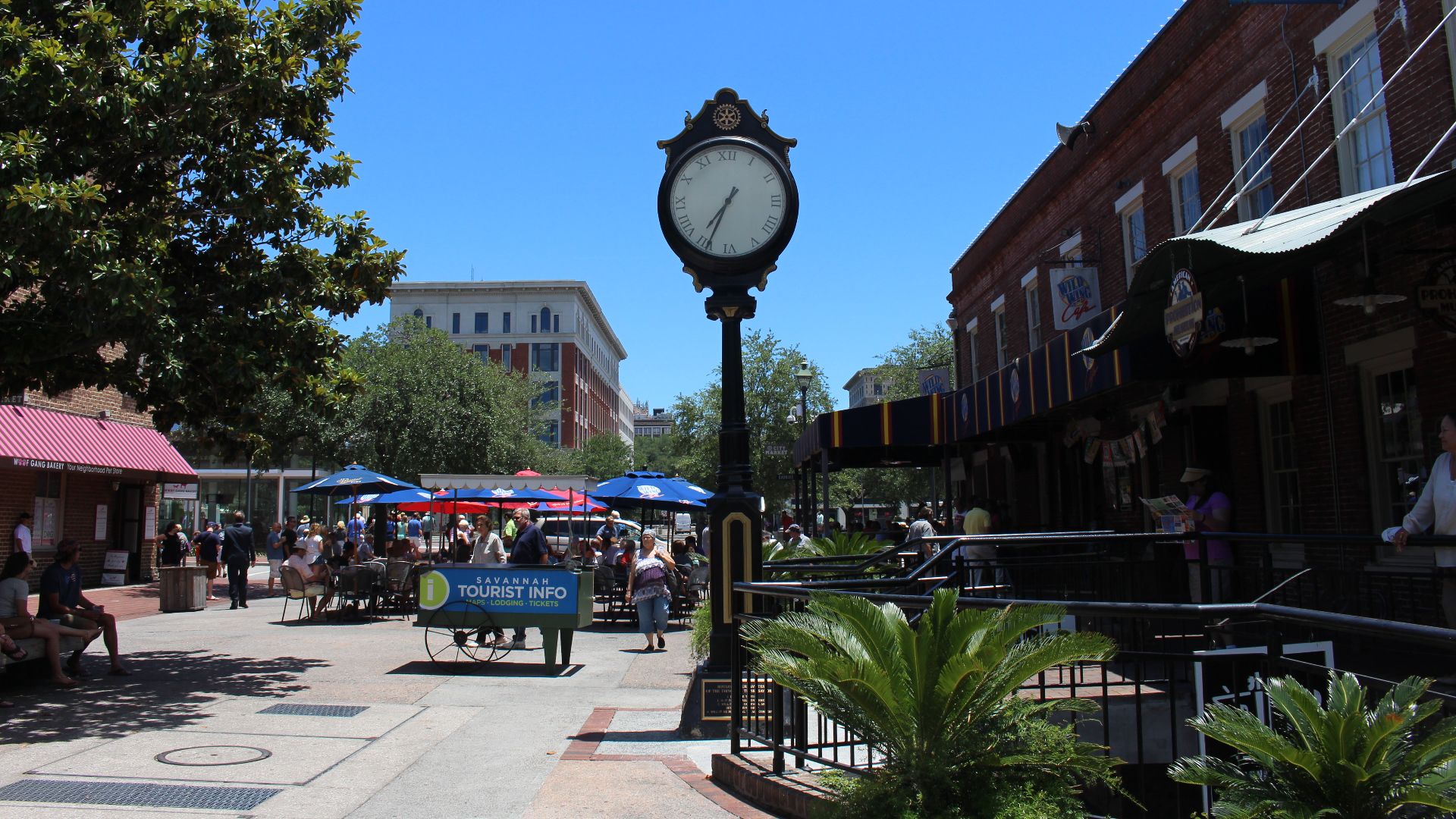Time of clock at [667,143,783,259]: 7:34
